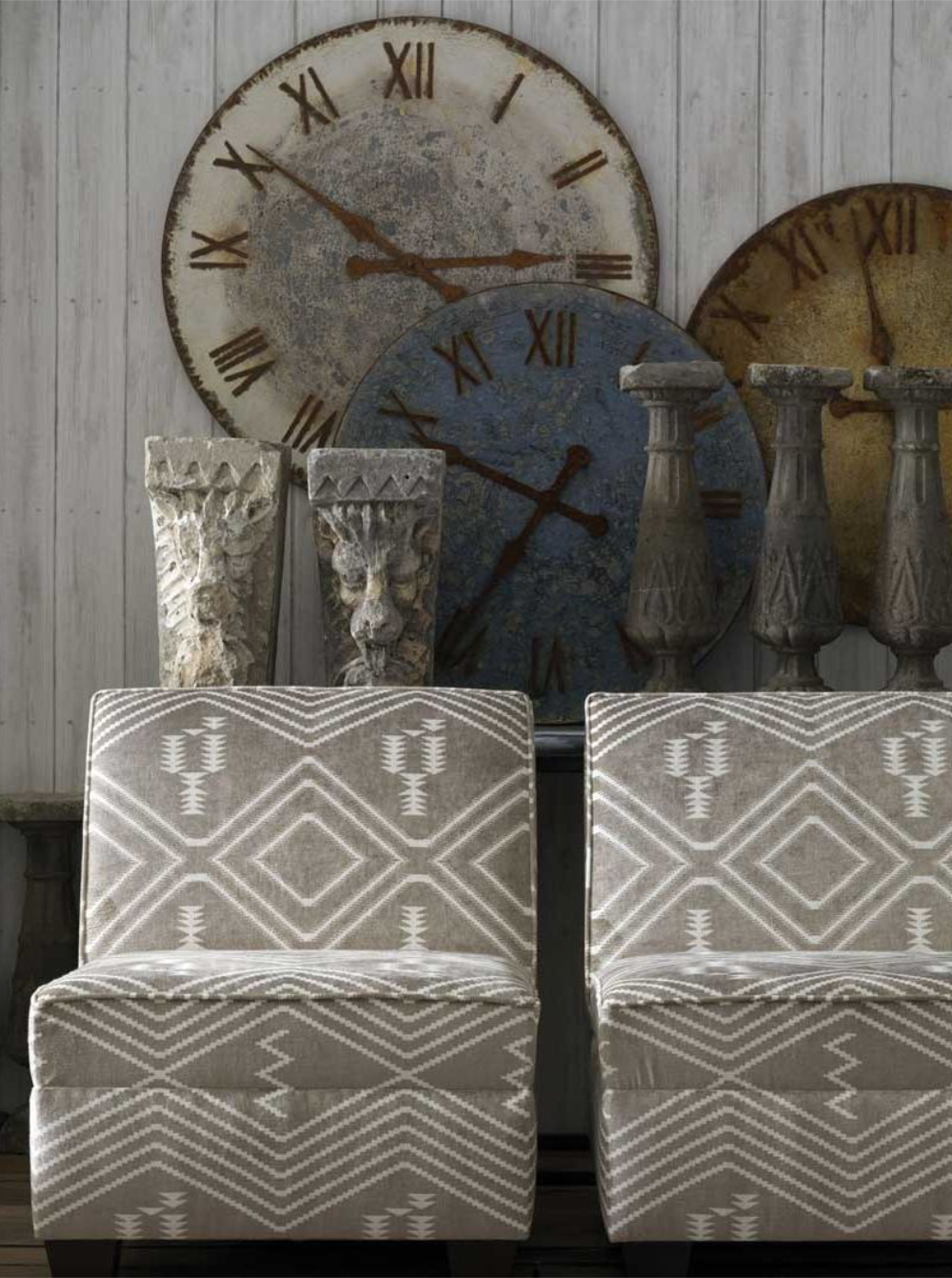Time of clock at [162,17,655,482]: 2:50
